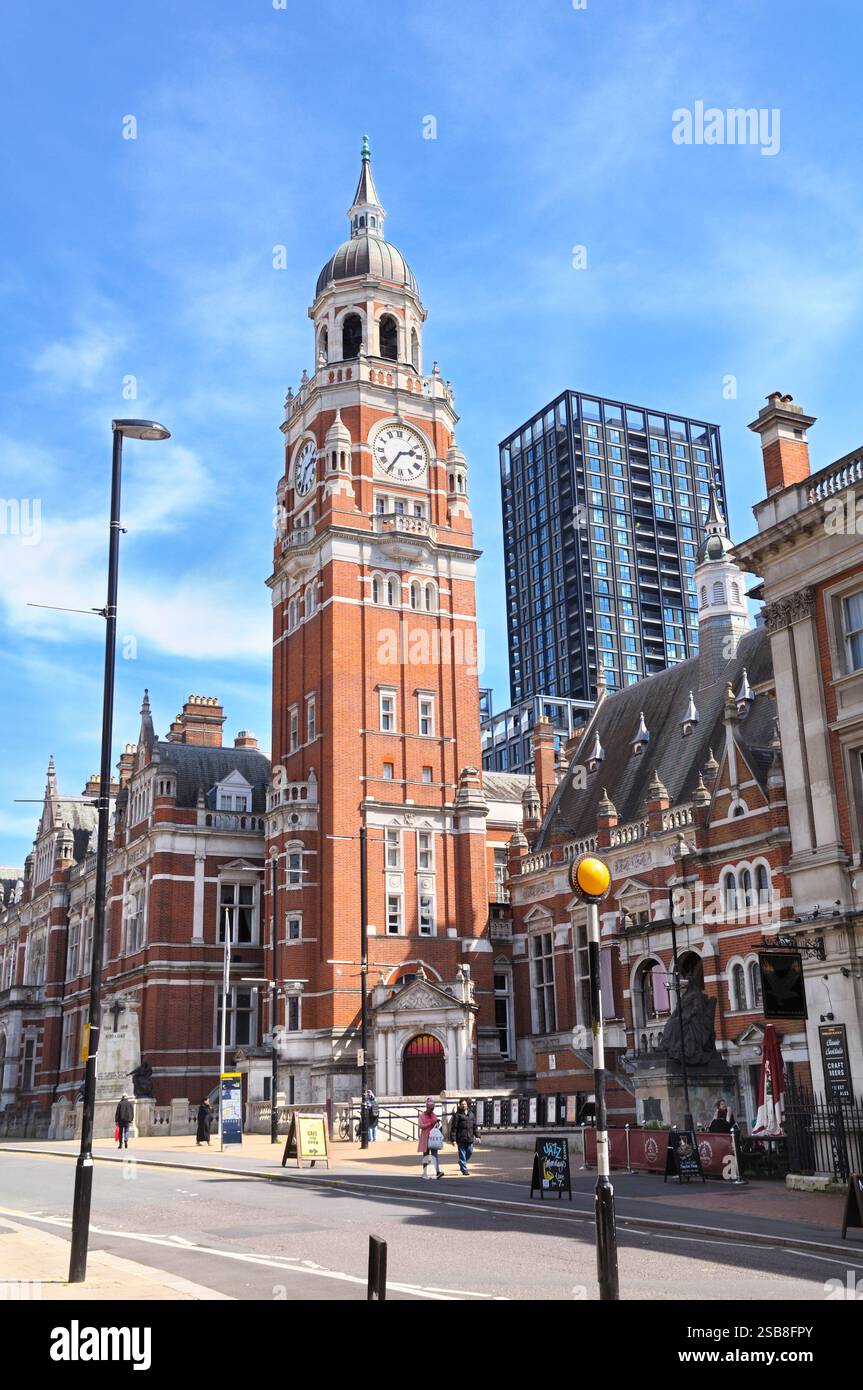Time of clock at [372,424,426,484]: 2:35
